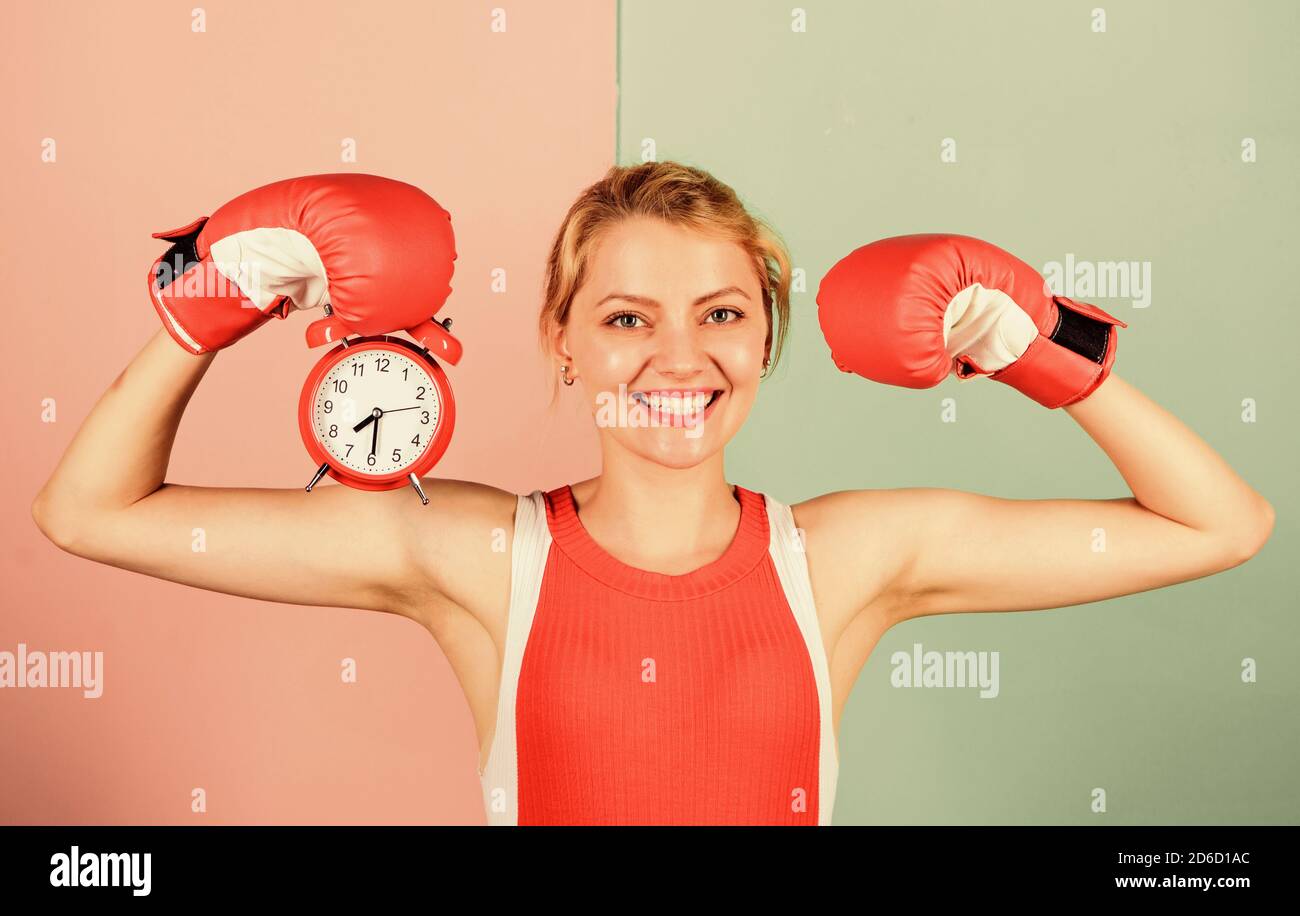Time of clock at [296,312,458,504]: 7:29
